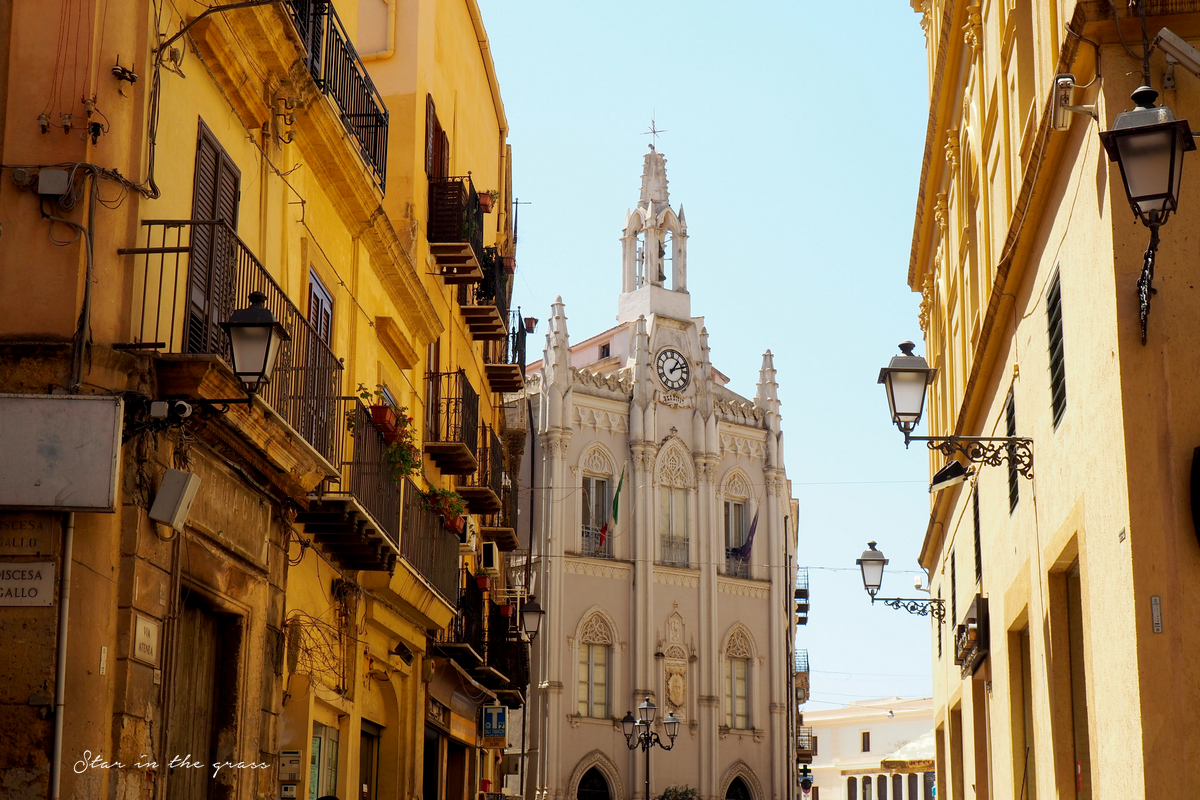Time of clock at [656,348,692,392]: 1:12
